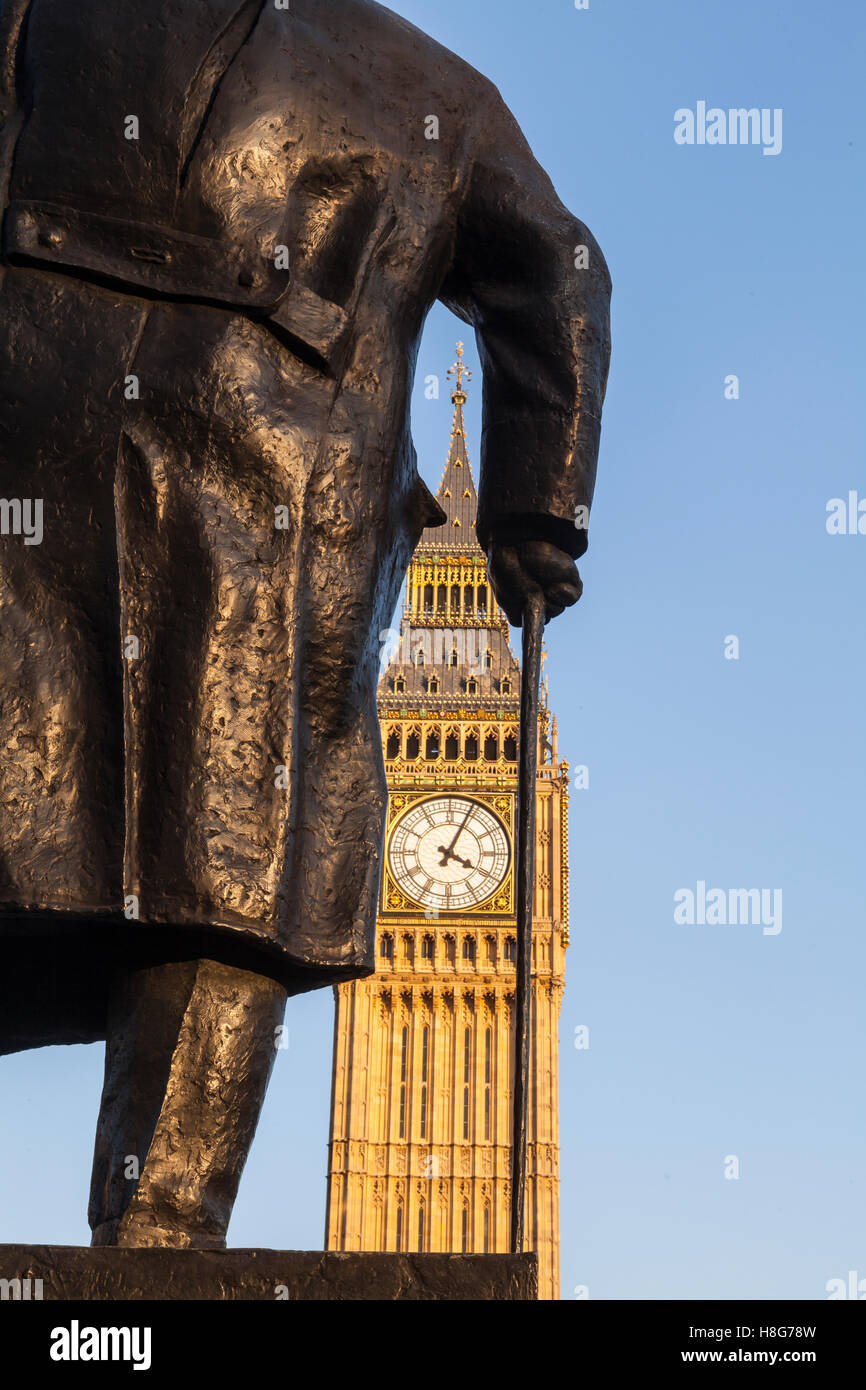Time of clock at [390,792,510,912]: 4:04
